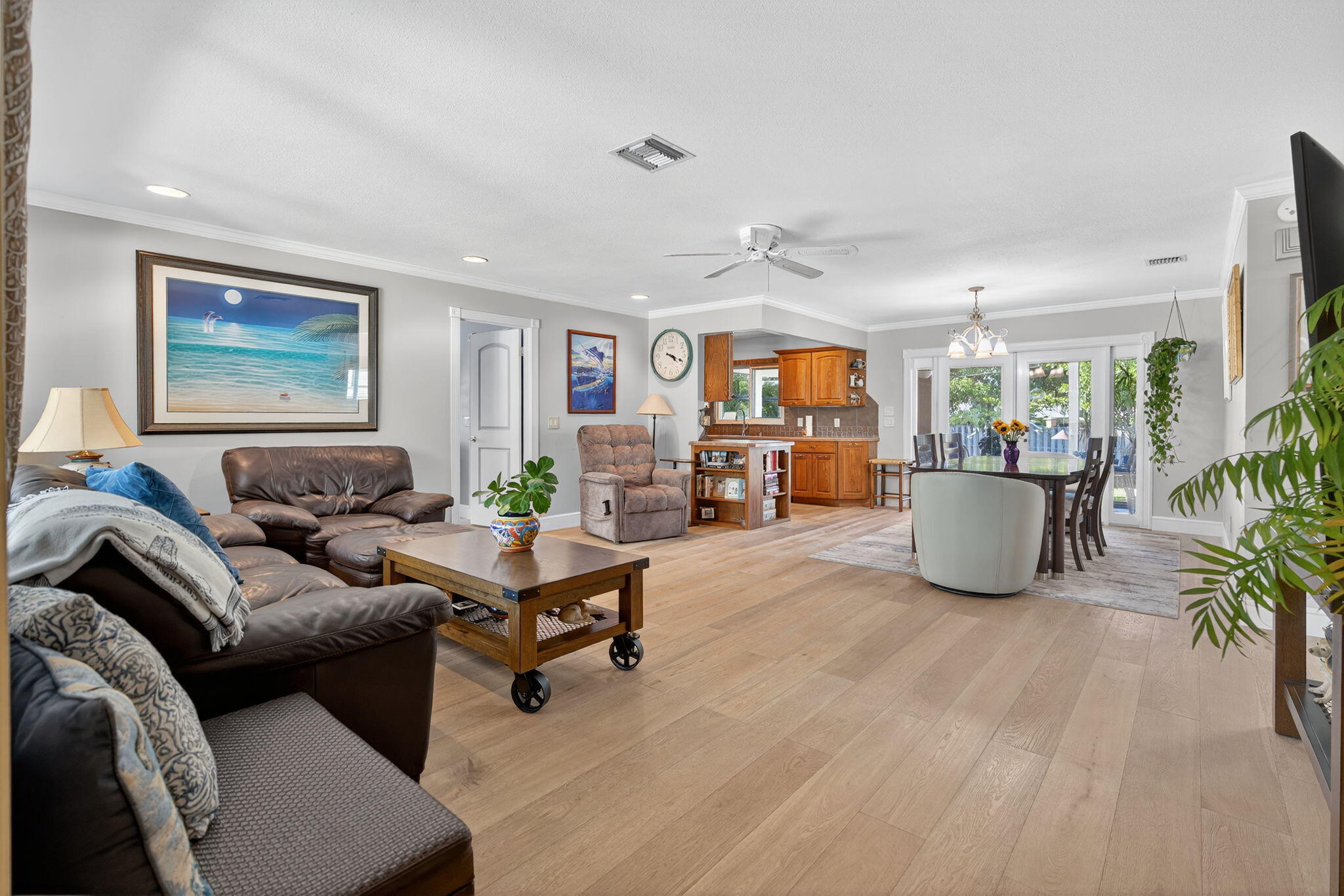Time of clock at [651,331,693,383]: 4:18
